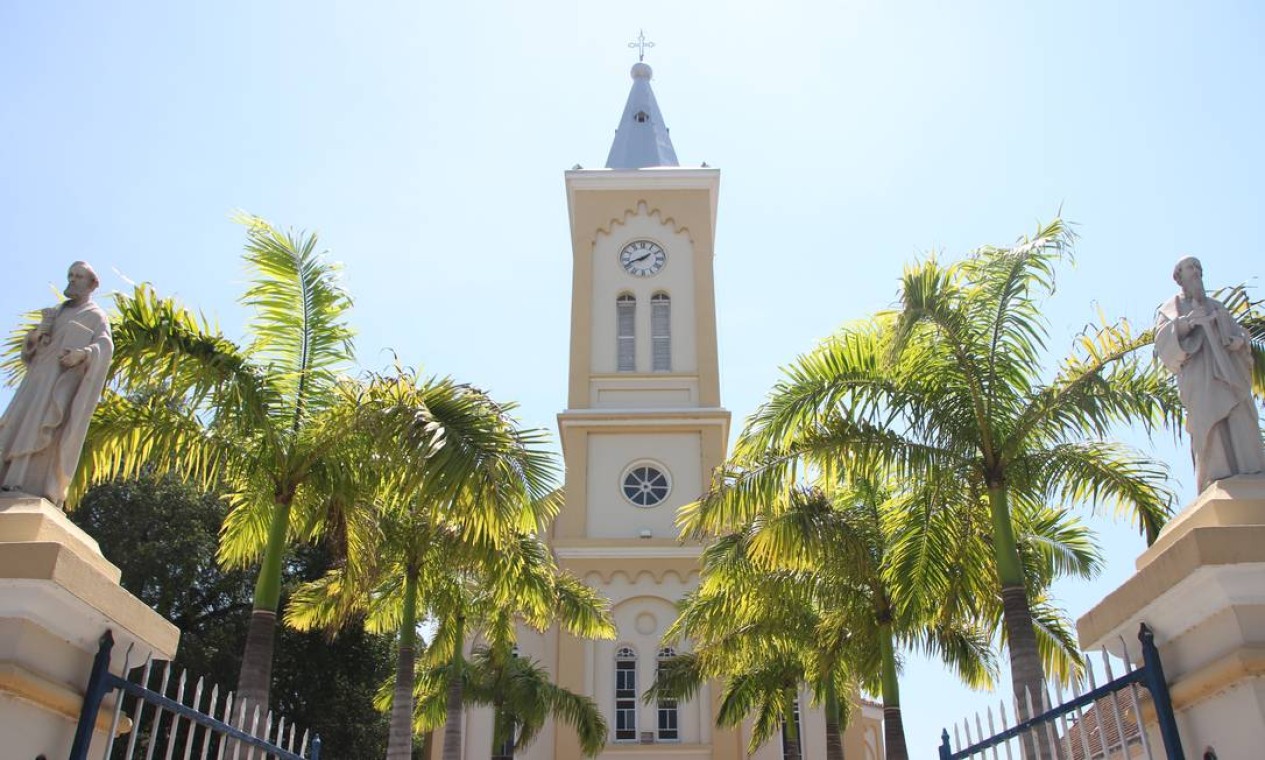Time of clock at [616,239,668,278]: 1:41
